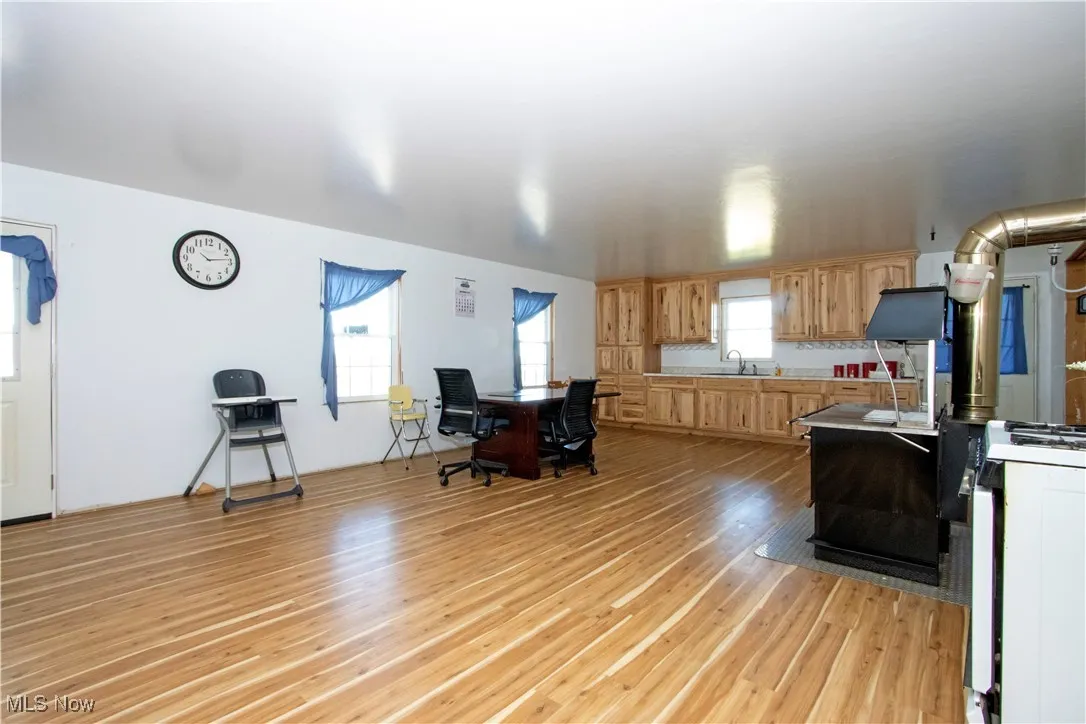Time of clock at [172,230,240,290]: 10:13
